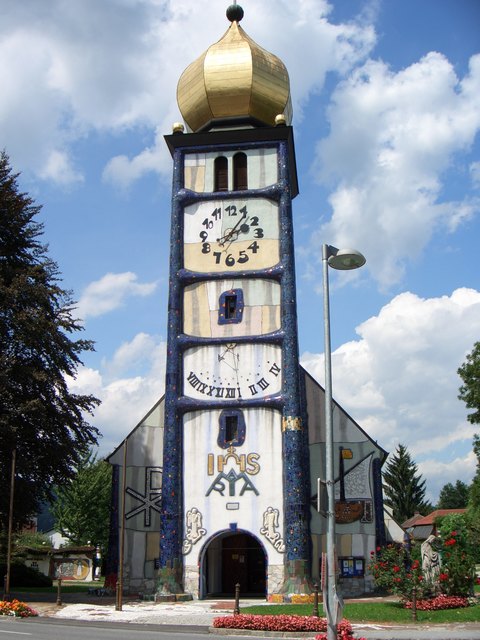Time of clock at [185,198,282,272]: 2:06
